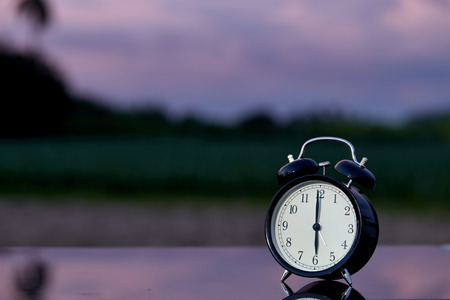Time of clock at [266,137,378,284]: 5:59
